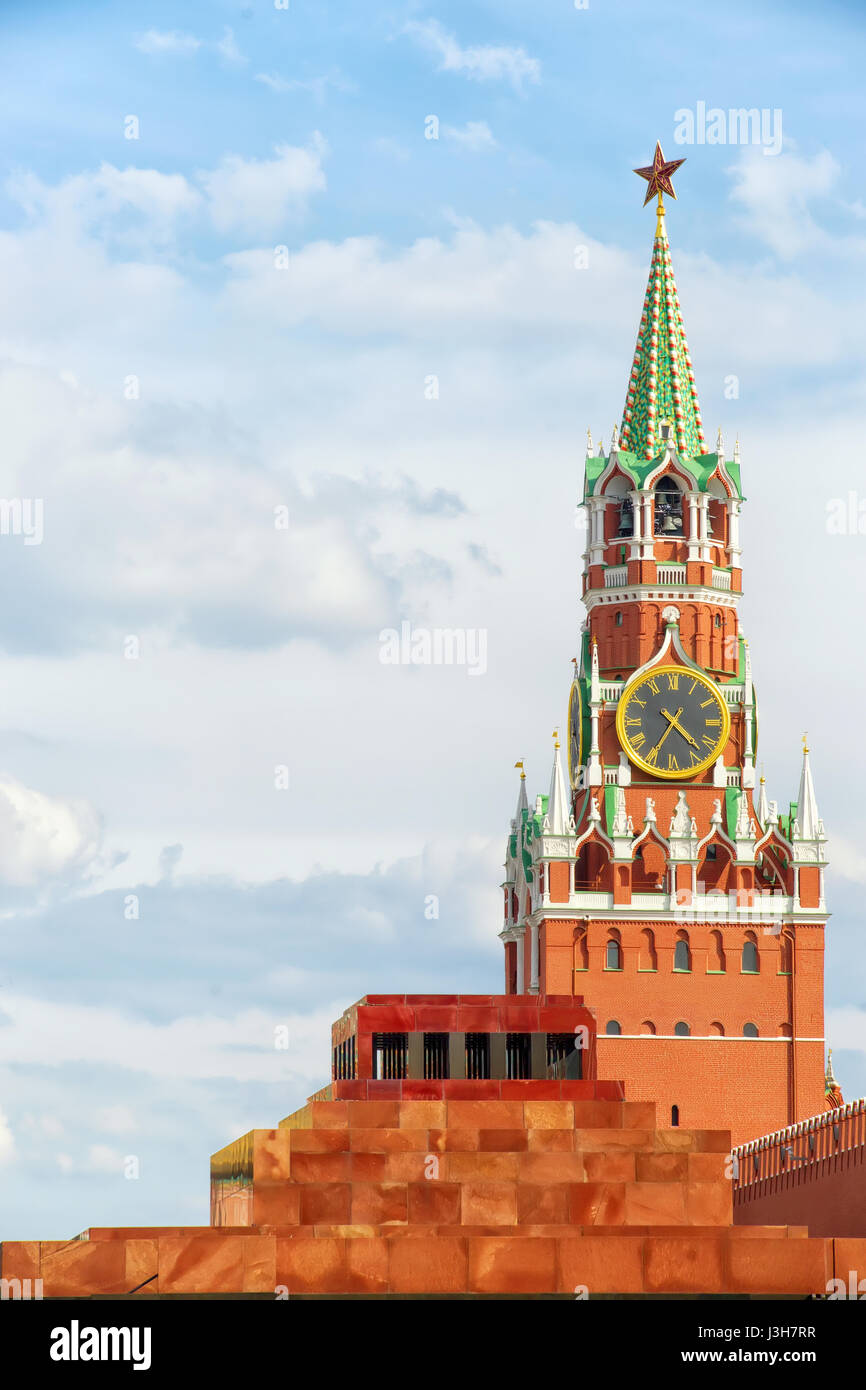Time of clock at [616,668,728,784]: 4:35
